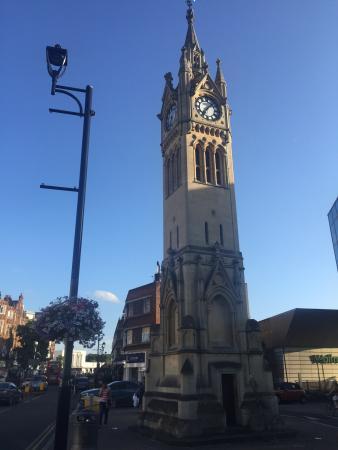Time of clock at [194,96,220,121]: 7:08
